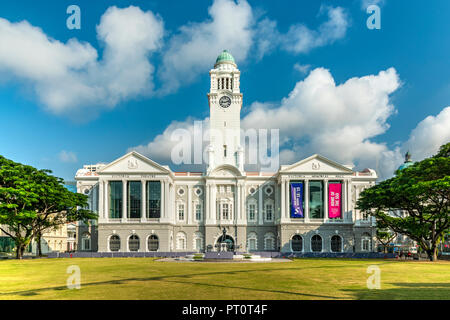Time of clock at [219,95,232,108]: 9:12
